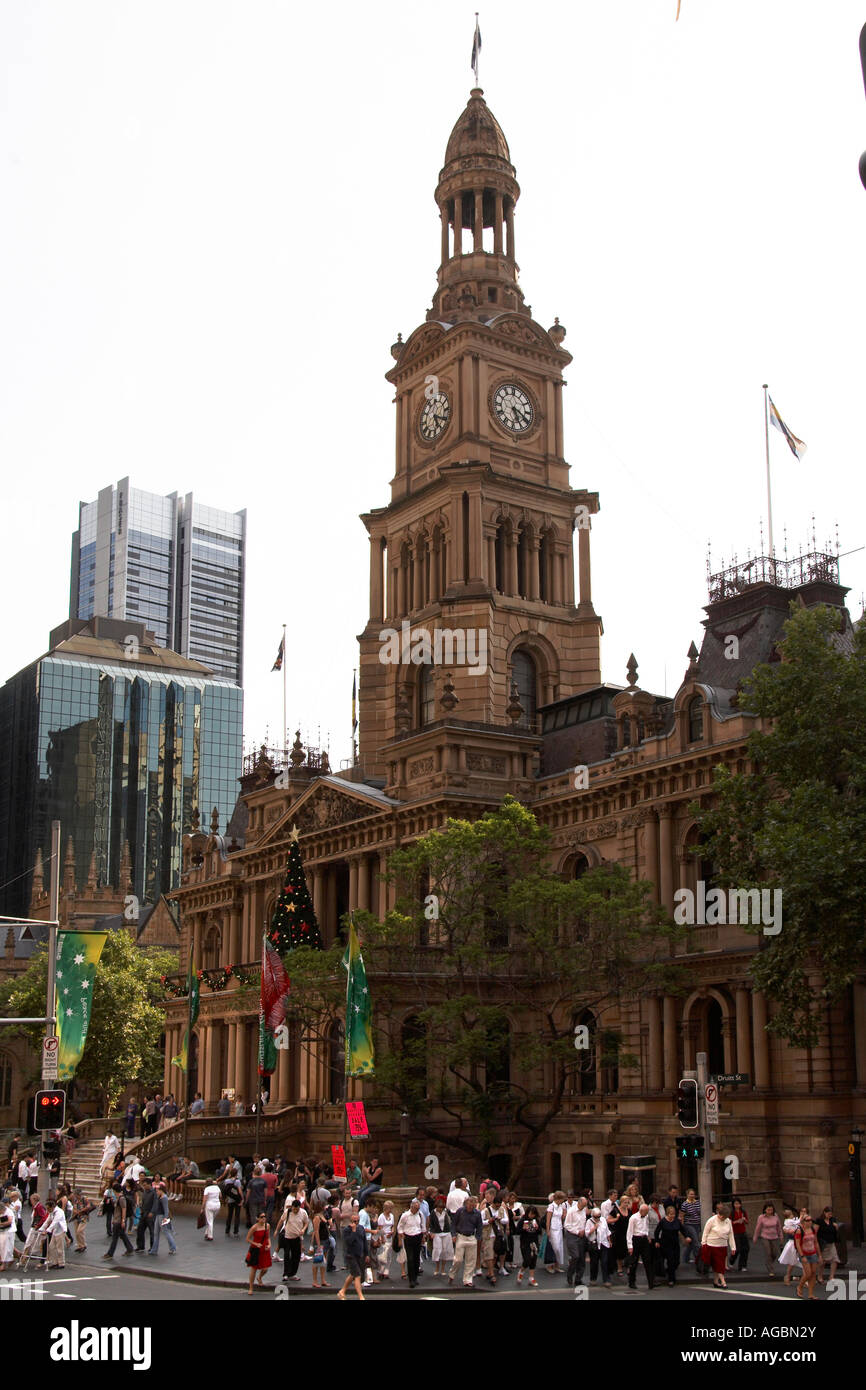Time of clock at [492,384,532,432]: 5:18
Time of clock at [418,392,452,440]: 5:18
